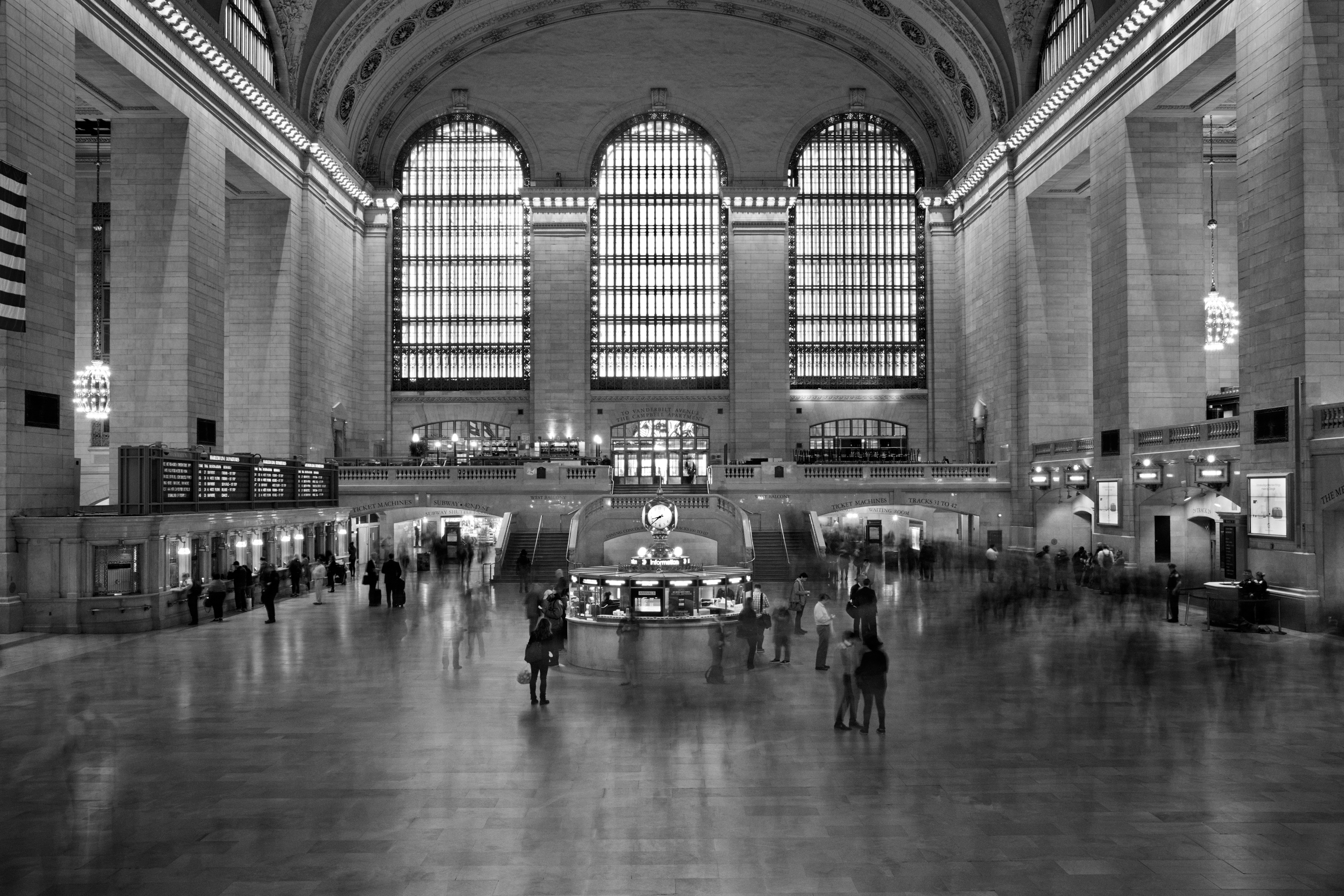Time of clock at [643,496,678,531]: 8:38
